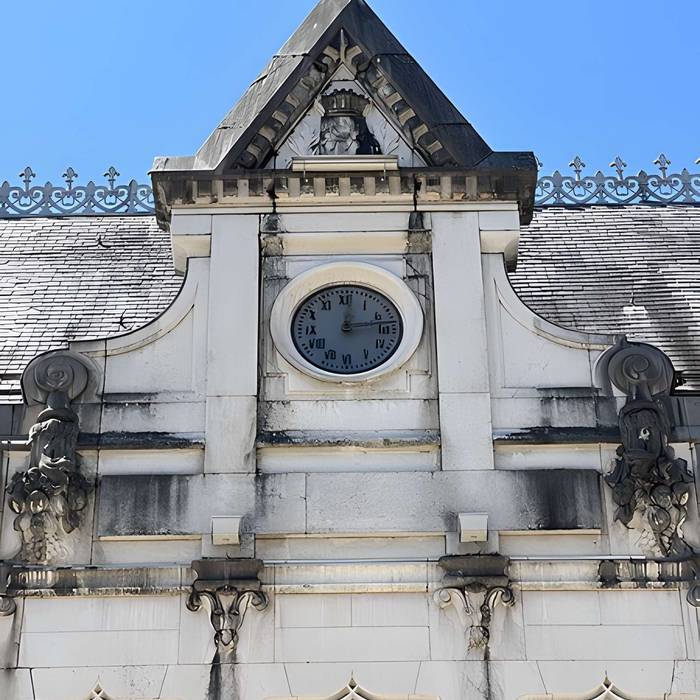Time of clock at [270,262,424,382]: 12:13
